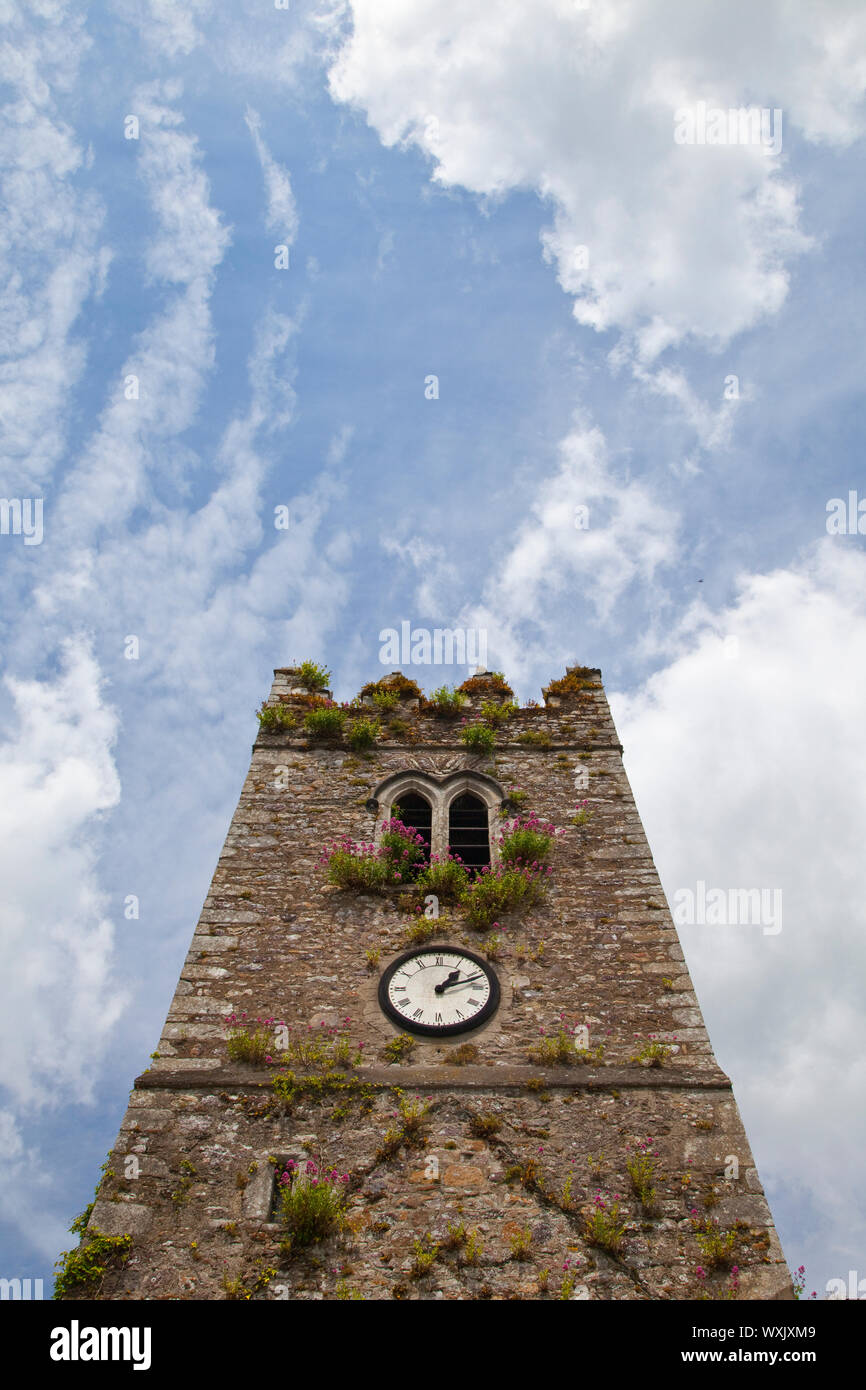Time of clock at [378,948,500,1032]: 1:11
